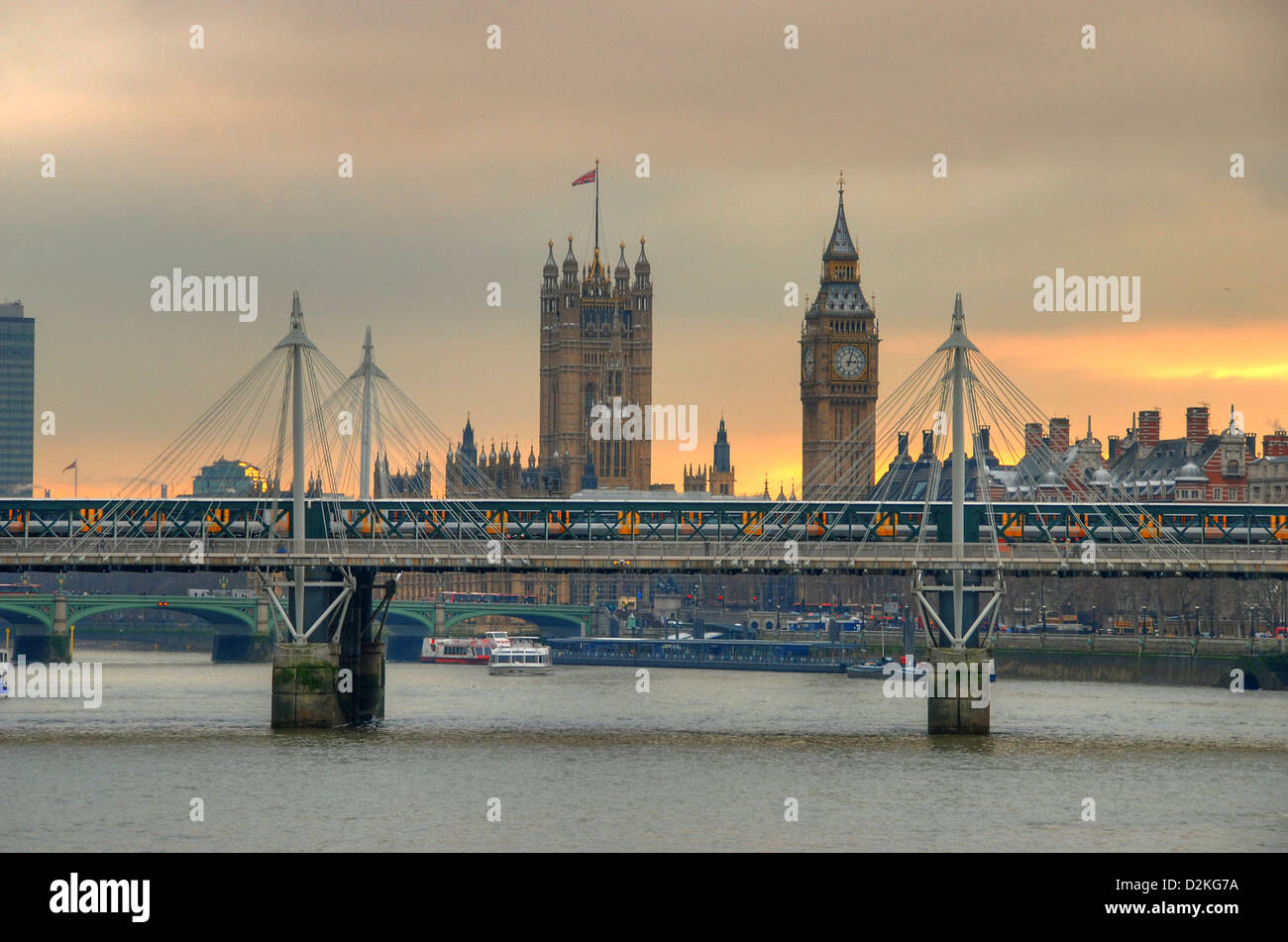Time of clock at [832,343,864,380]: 3:02
